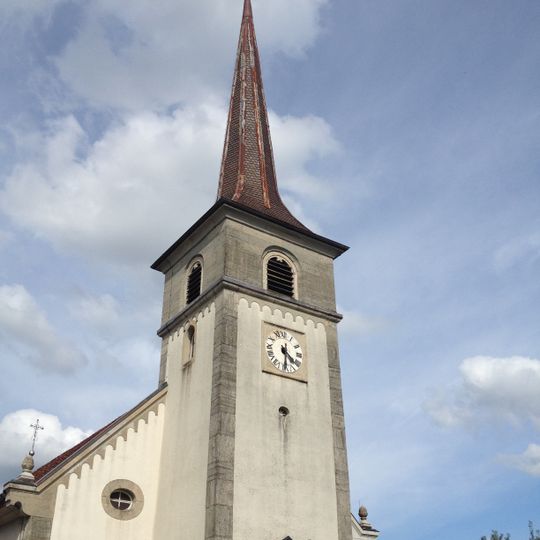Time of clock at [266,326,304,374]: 4:29
